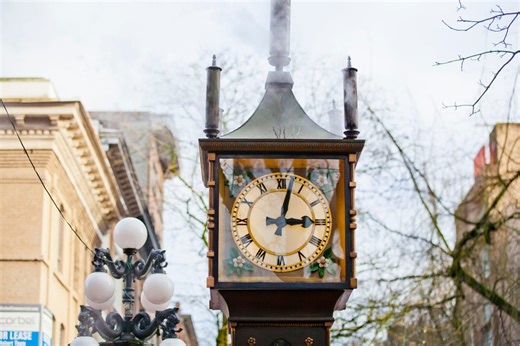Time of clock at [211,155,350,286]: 3:02
